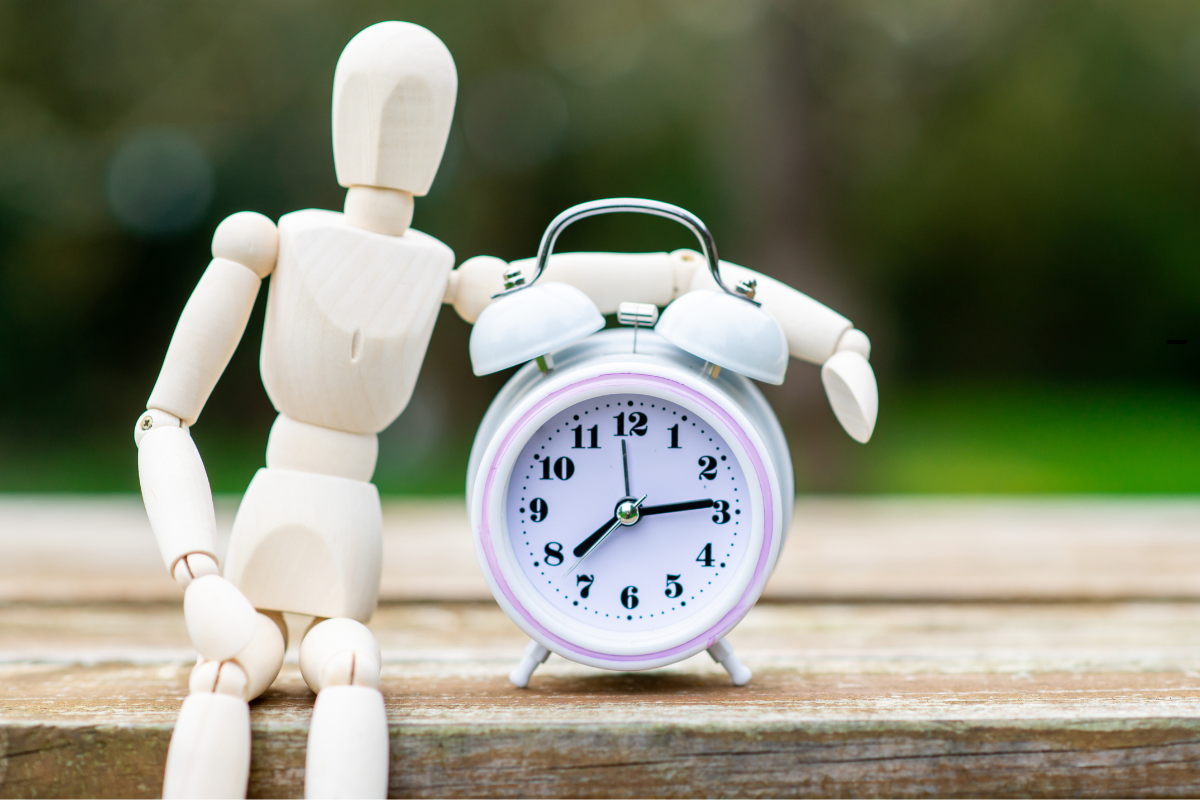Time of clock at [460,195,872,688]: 2:38
